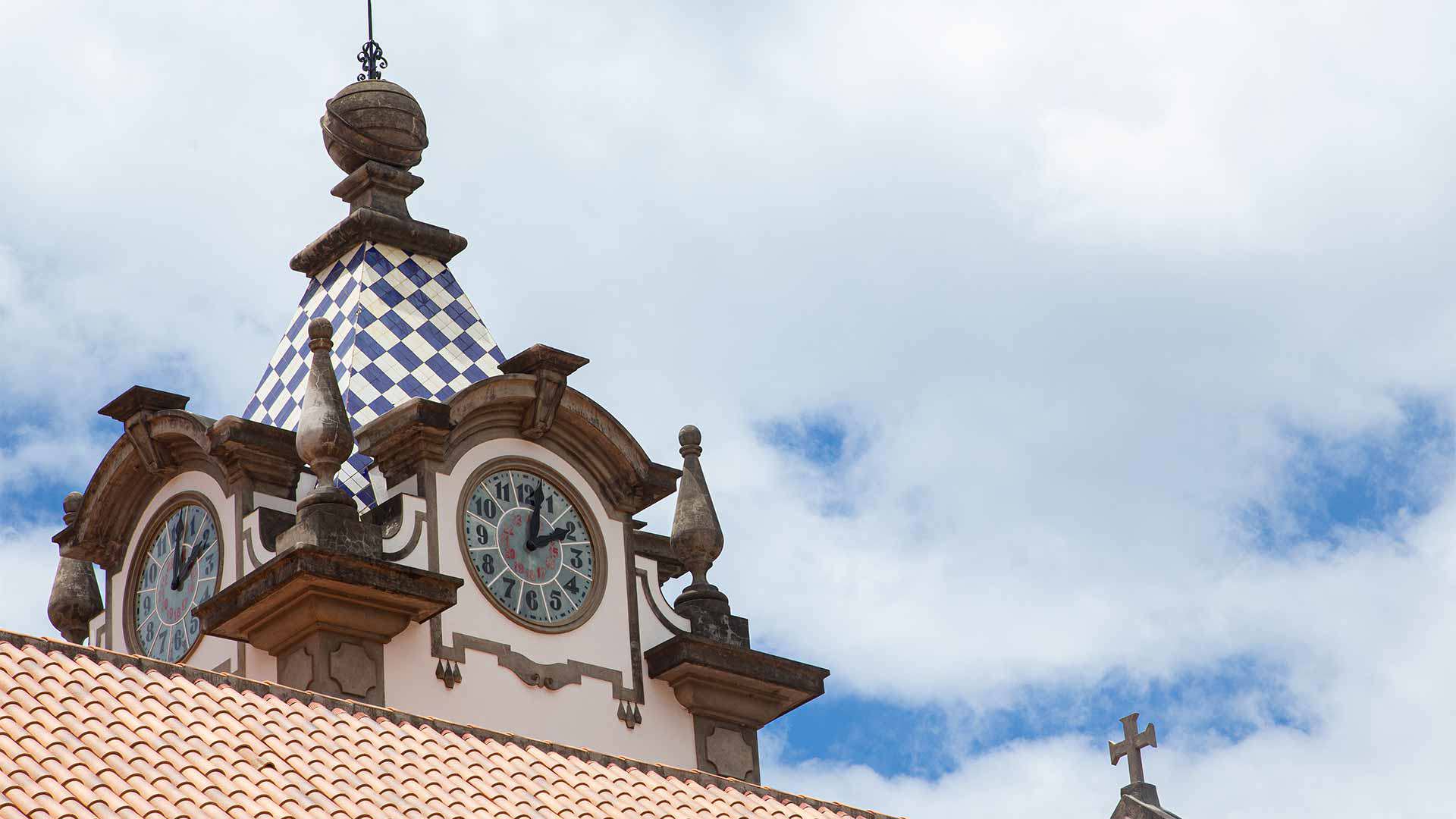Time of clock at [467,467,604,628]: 2:02
